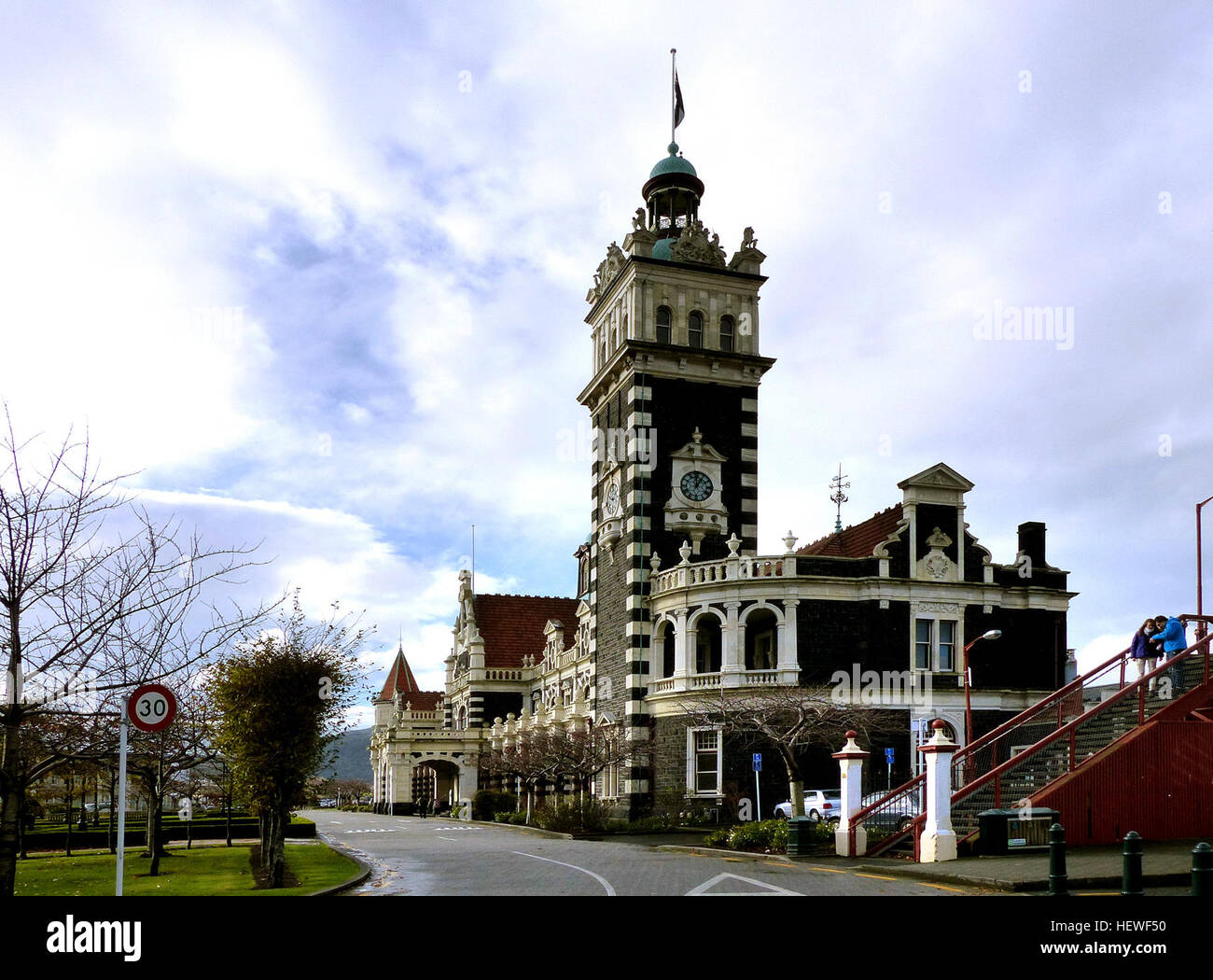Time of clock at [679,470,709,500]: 12:05
